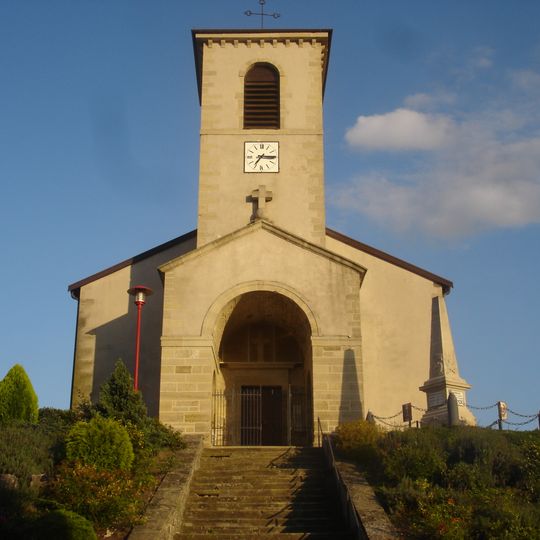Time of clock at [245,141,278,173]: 7:15
